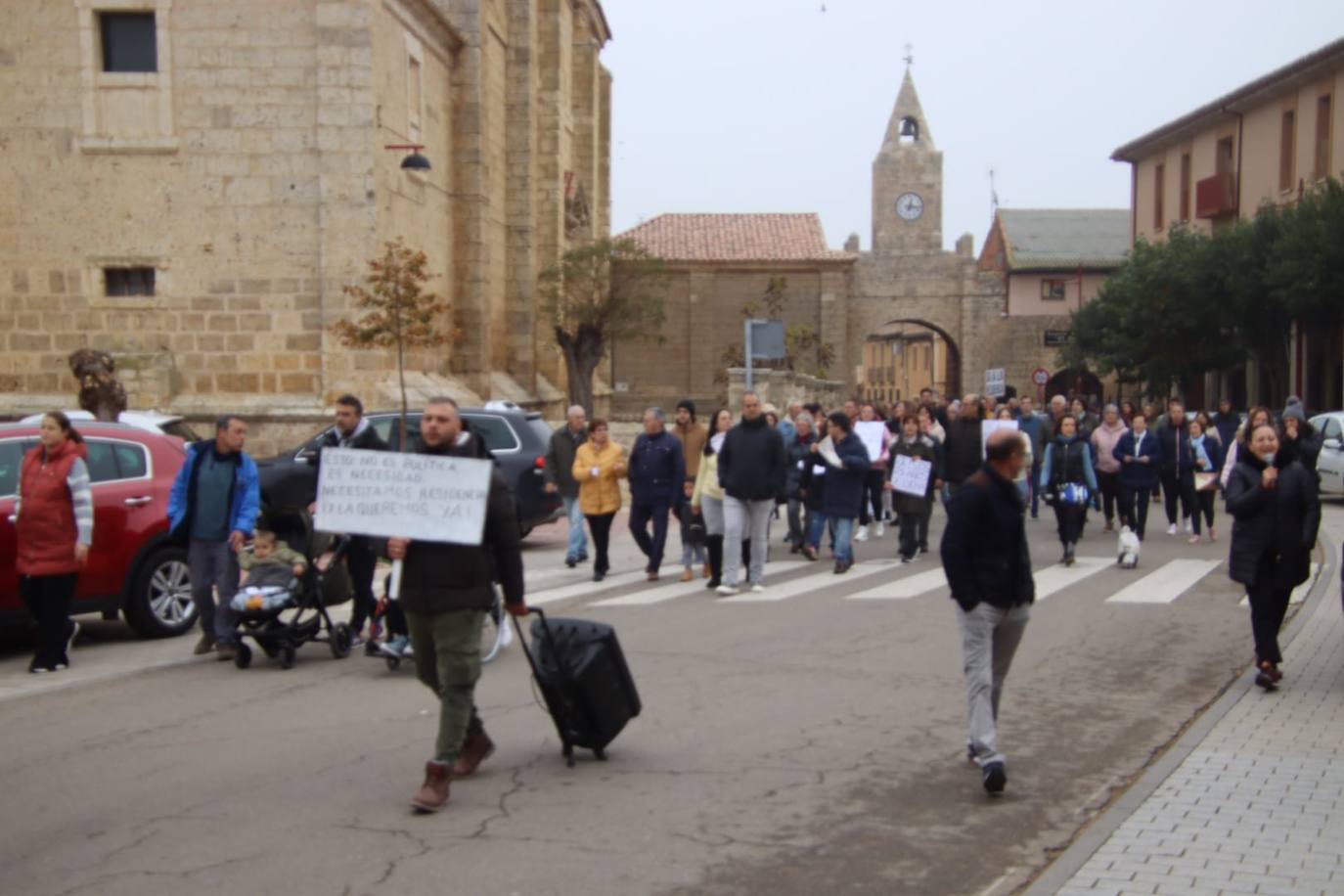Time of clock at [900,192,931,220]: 12:16
